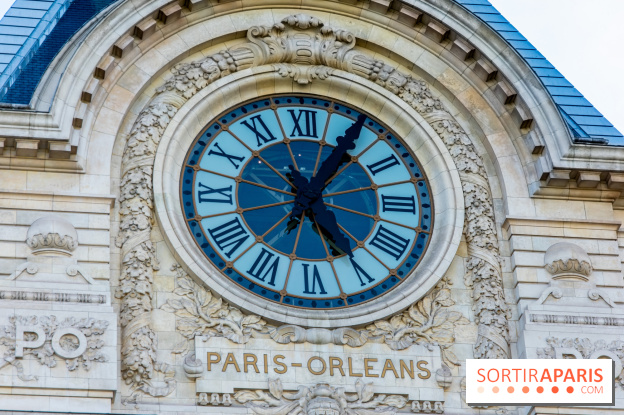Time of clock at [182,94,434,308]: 5:05
